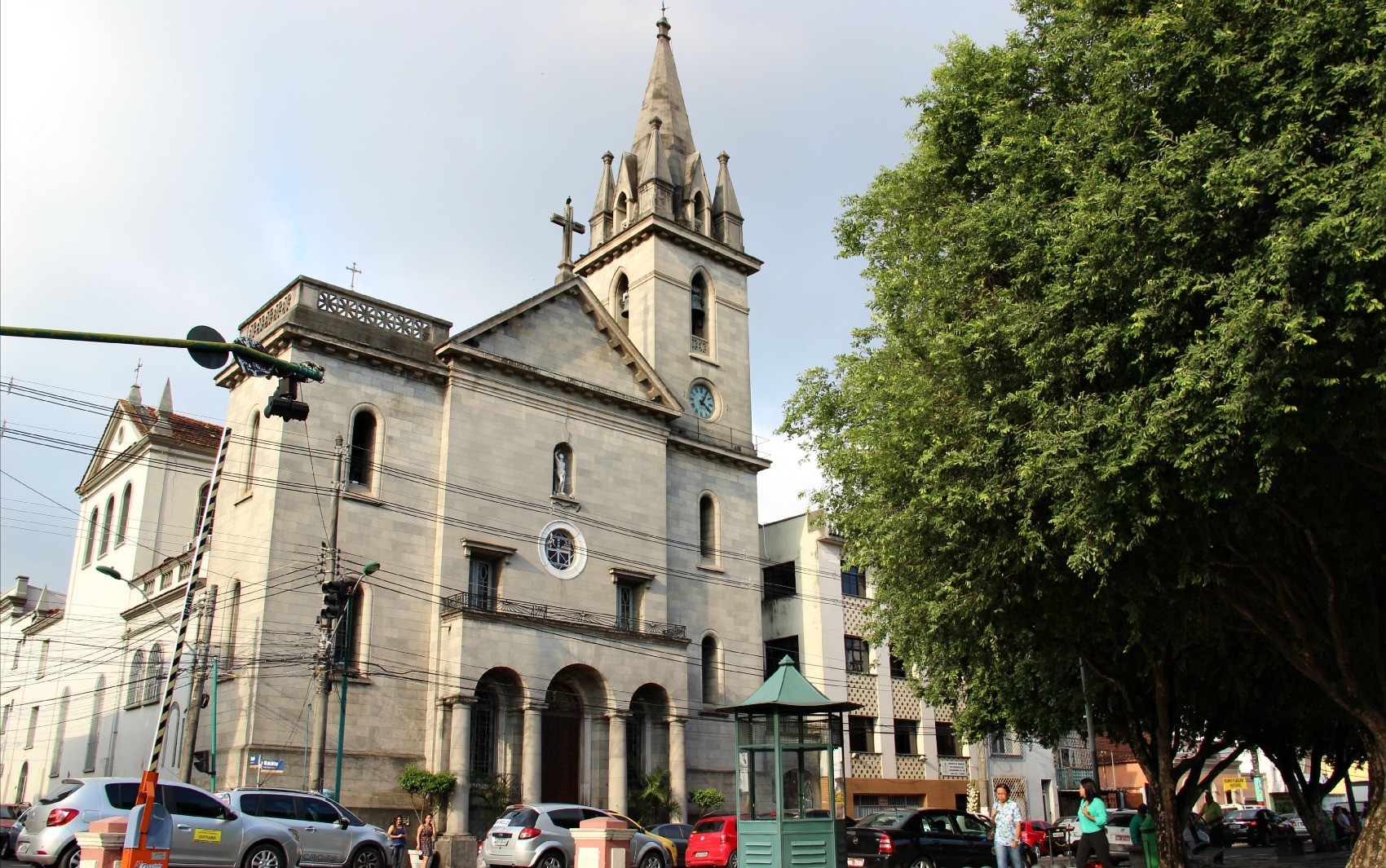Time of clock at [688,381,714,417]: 4:04
